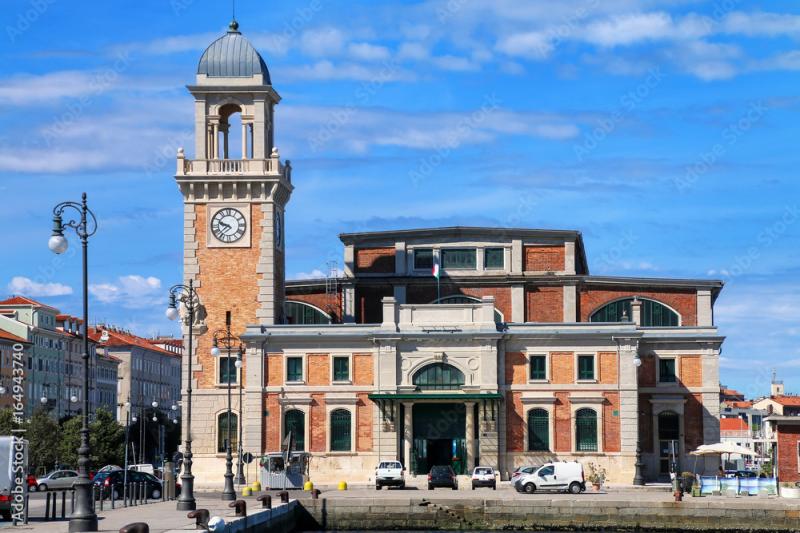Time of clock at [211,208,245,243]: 9:38
